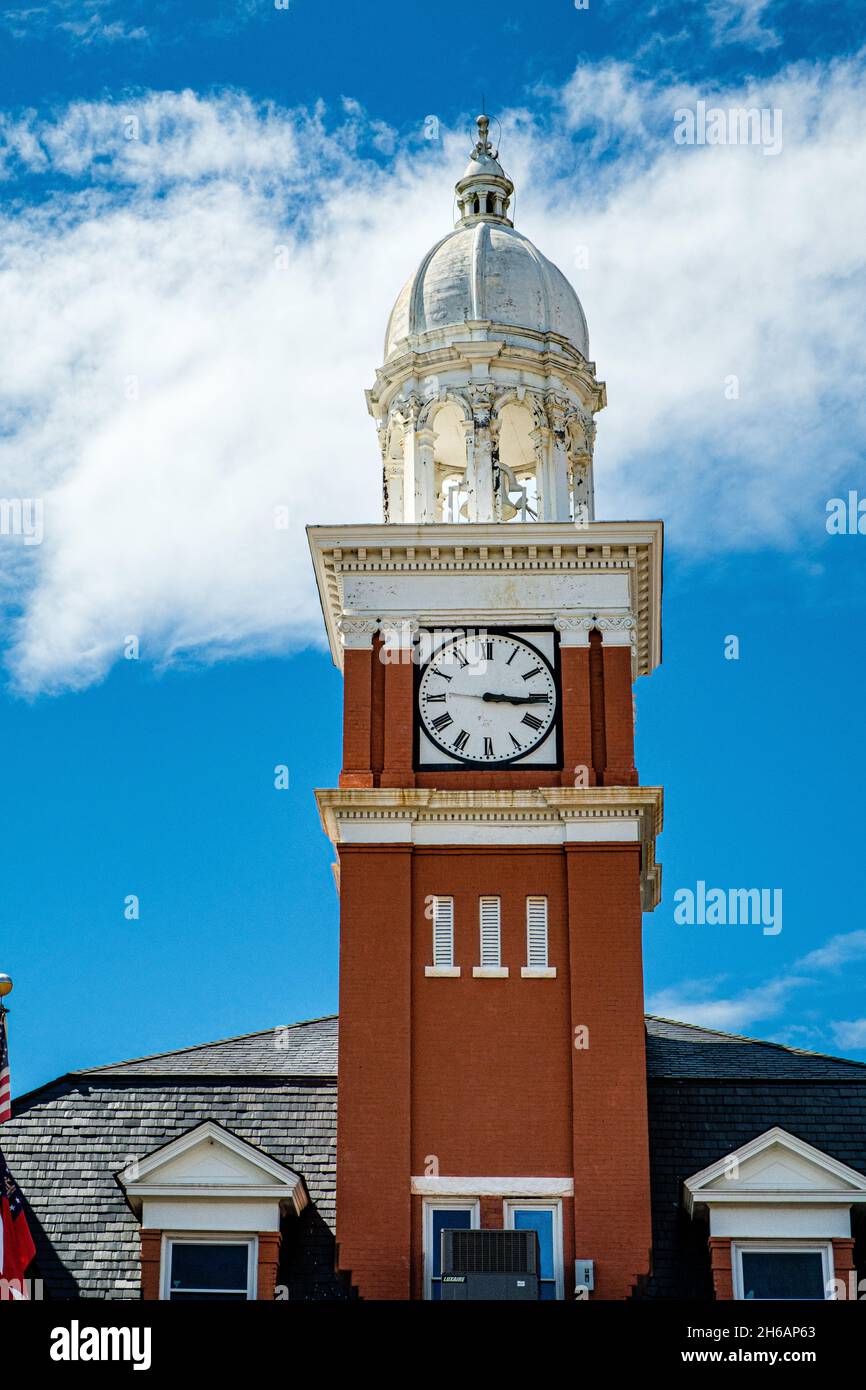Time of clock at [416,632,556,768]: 3:15
